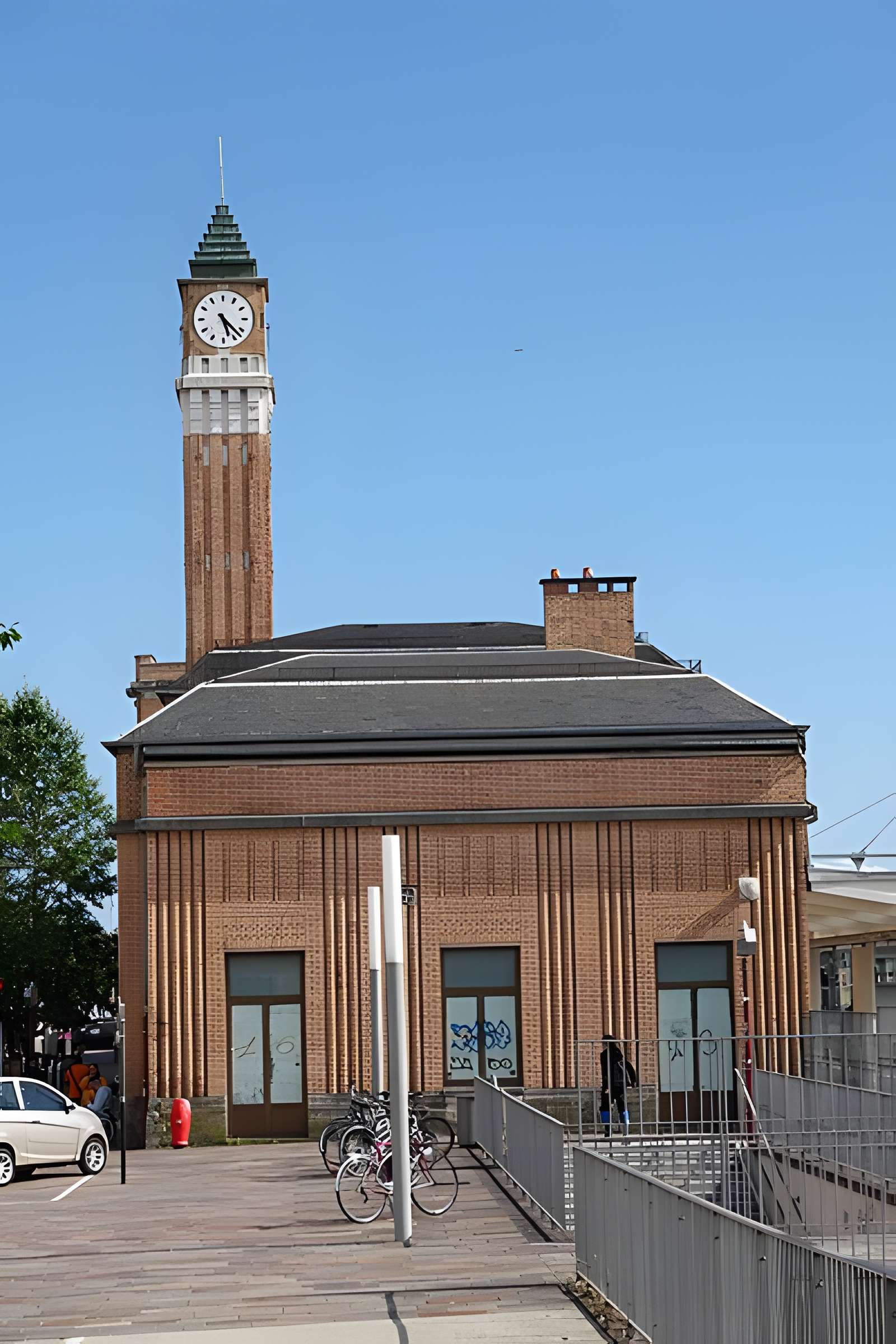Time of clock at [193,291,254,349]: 5:22
